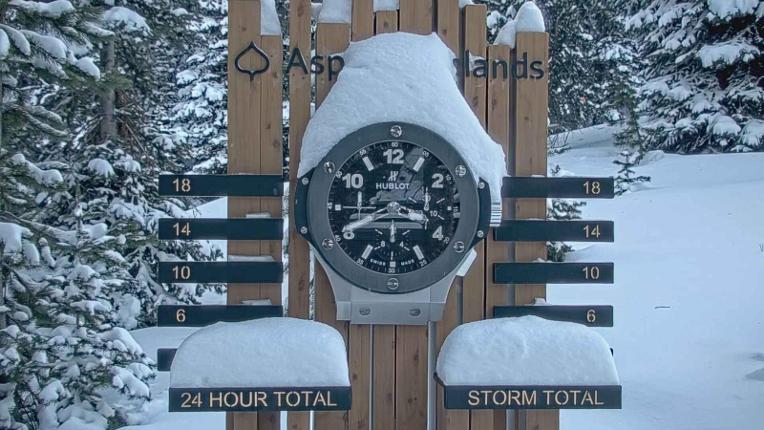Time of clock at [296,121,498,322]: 3:40
